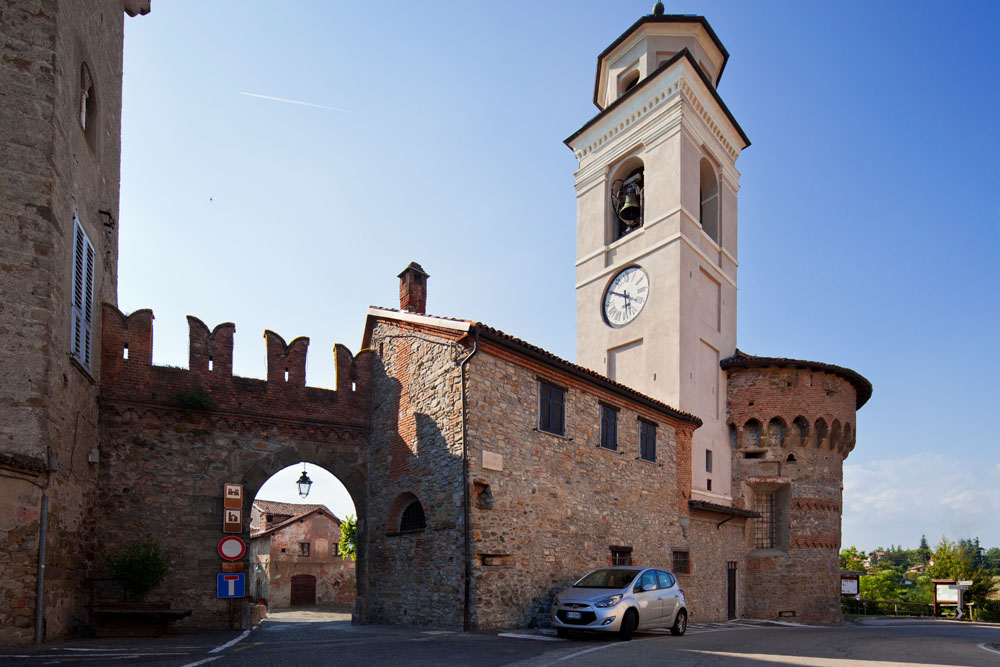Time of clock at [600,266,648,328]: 5:49
